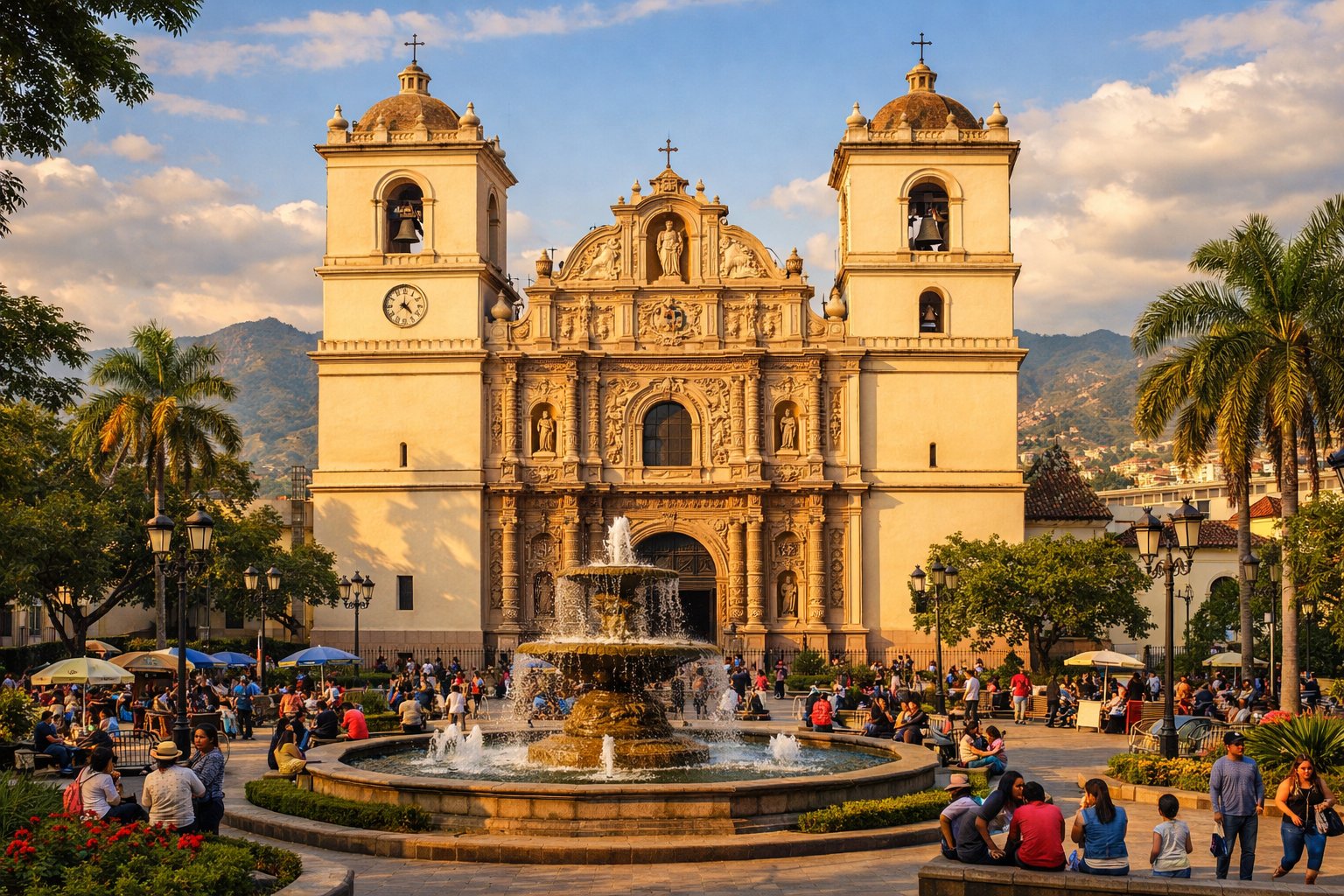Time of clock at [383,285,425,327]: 4:38
